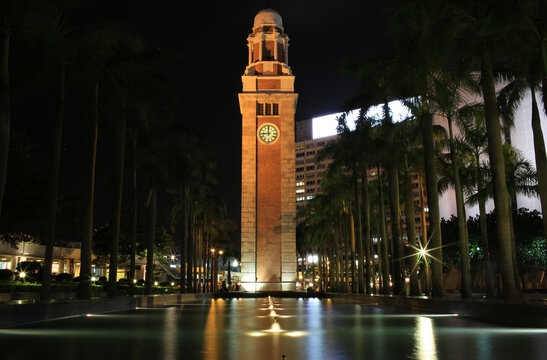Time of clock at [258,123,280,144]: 8:59
